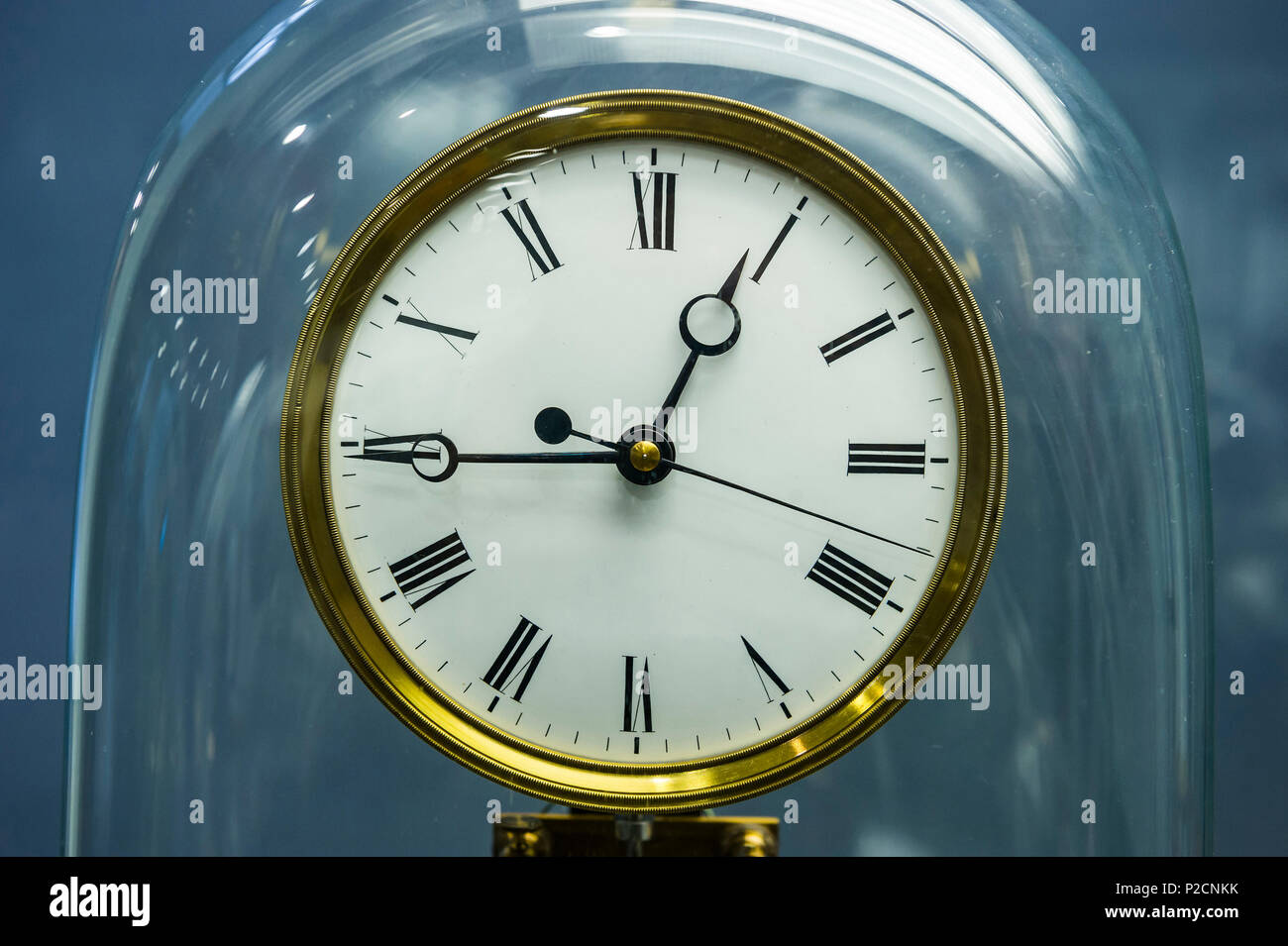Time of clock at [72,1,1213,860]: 12:45
